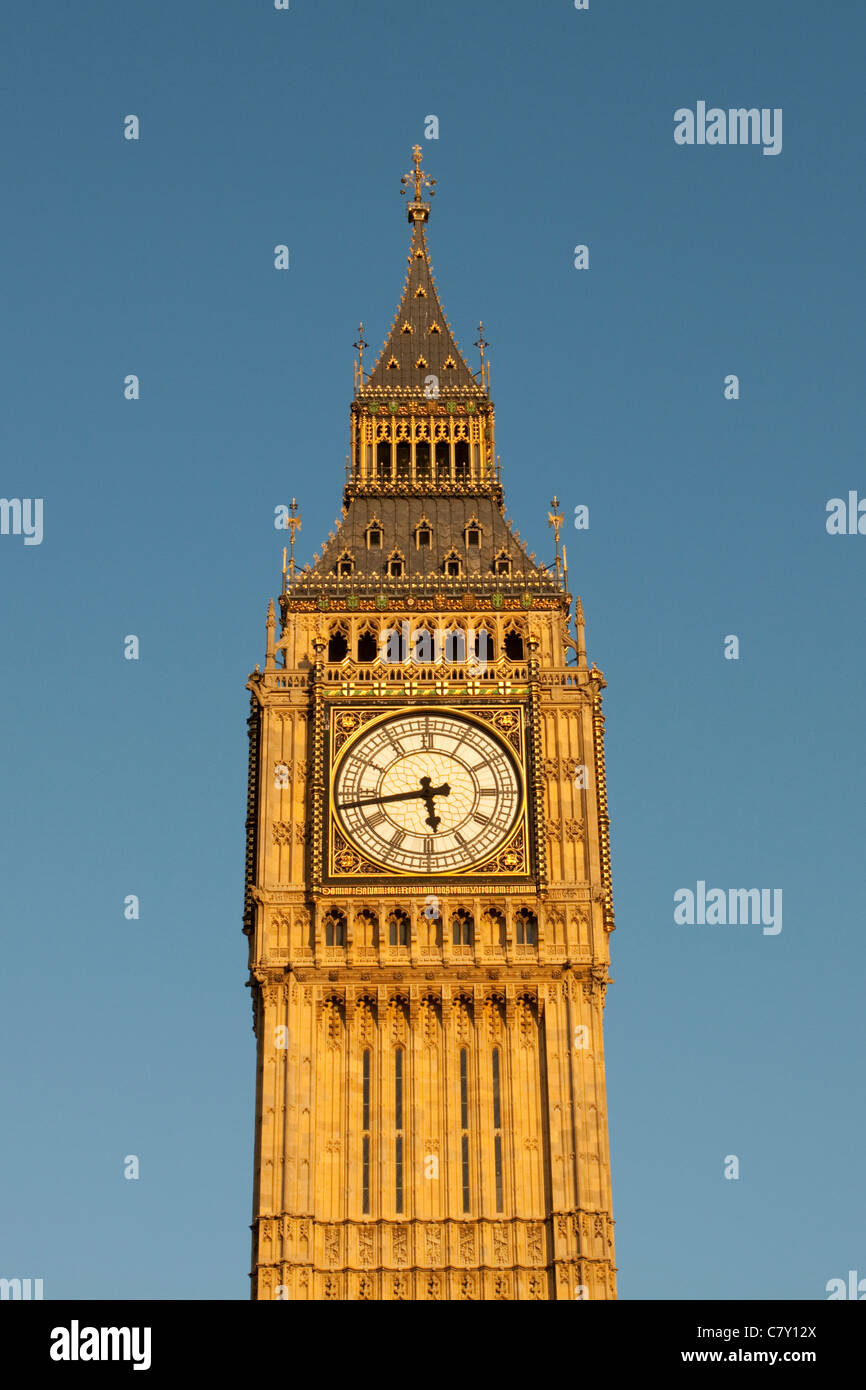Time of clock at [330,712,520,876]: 5:43
